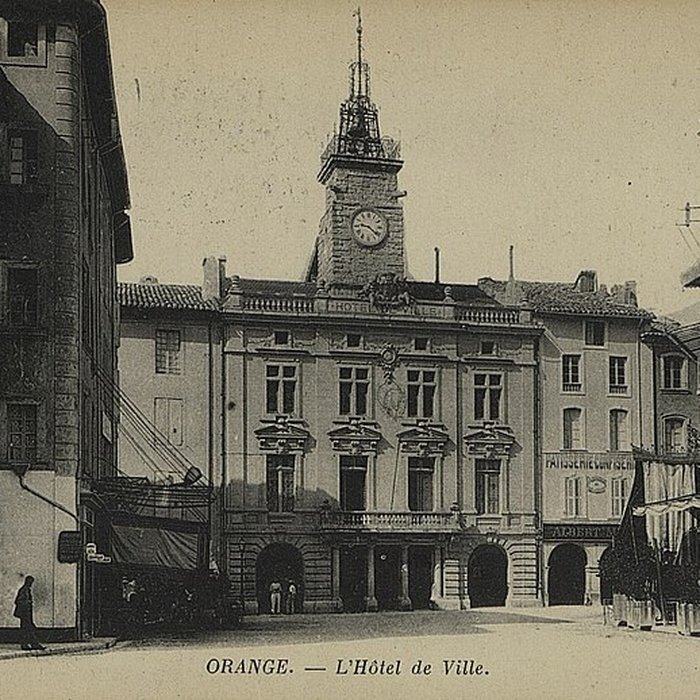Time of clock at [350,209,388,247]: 9:21
